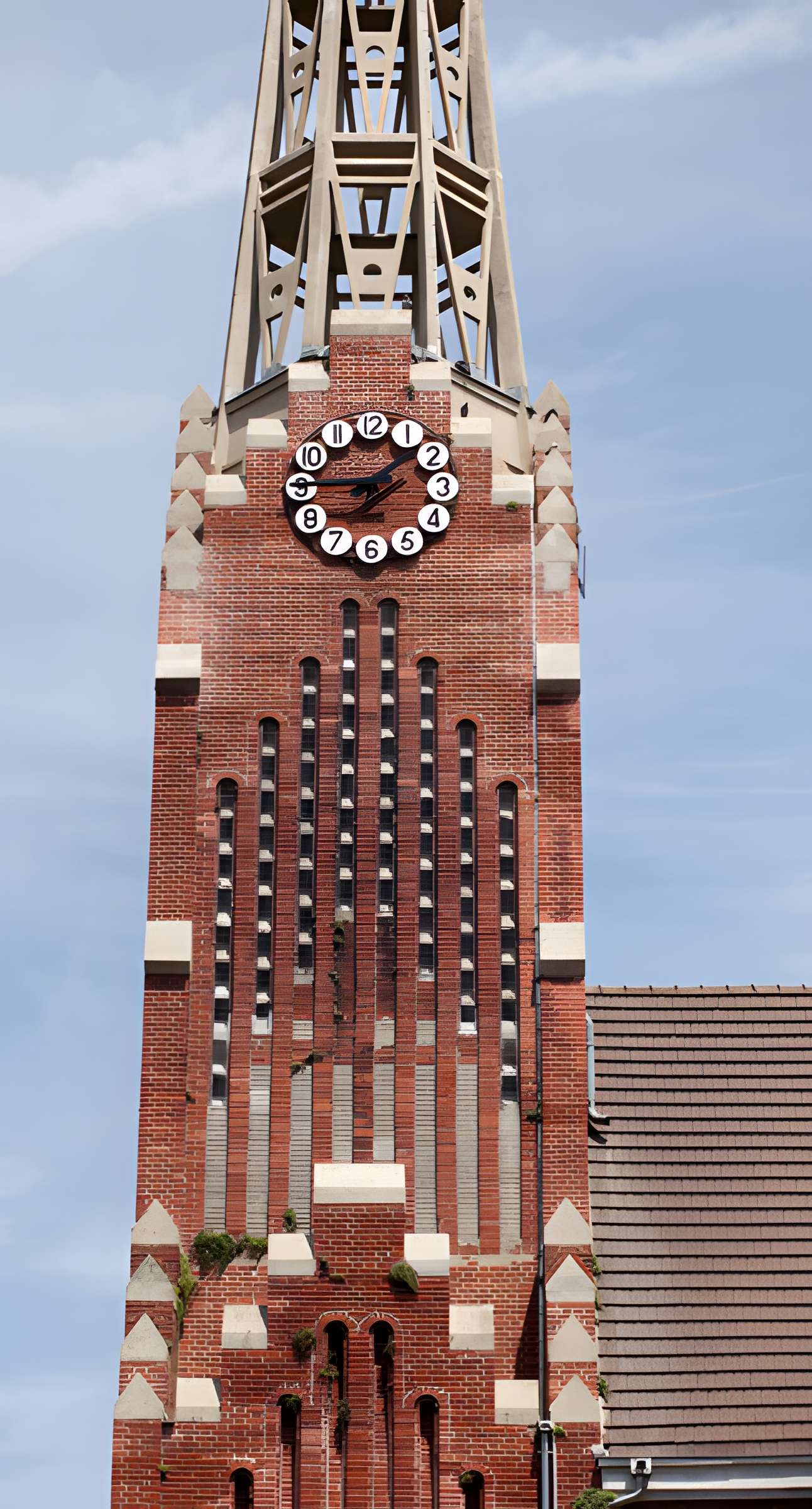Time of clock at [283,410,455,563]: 1:45
